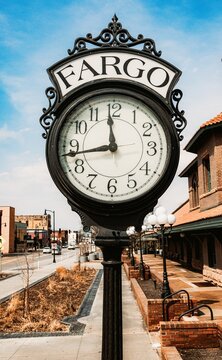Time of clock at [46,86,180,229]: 11:43
